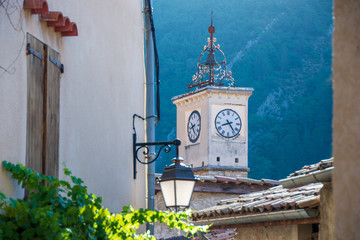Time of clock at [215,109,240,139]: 8:23
